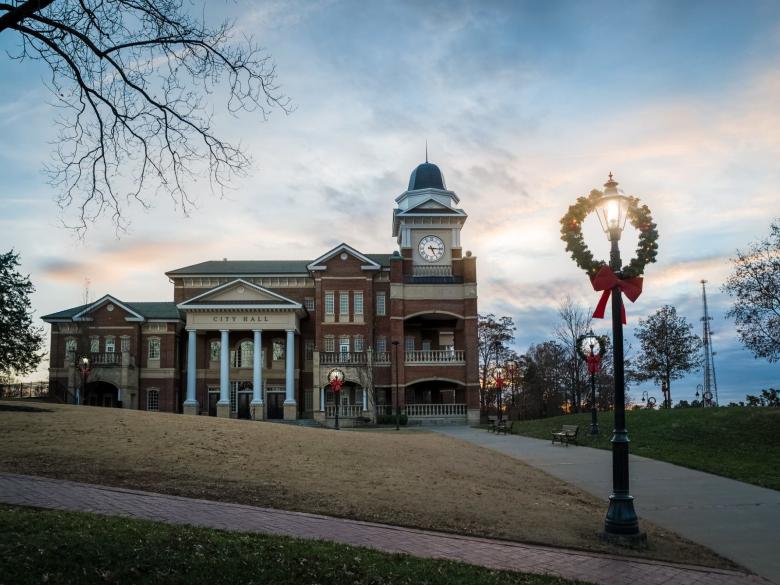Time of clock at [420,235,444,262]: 5:15
